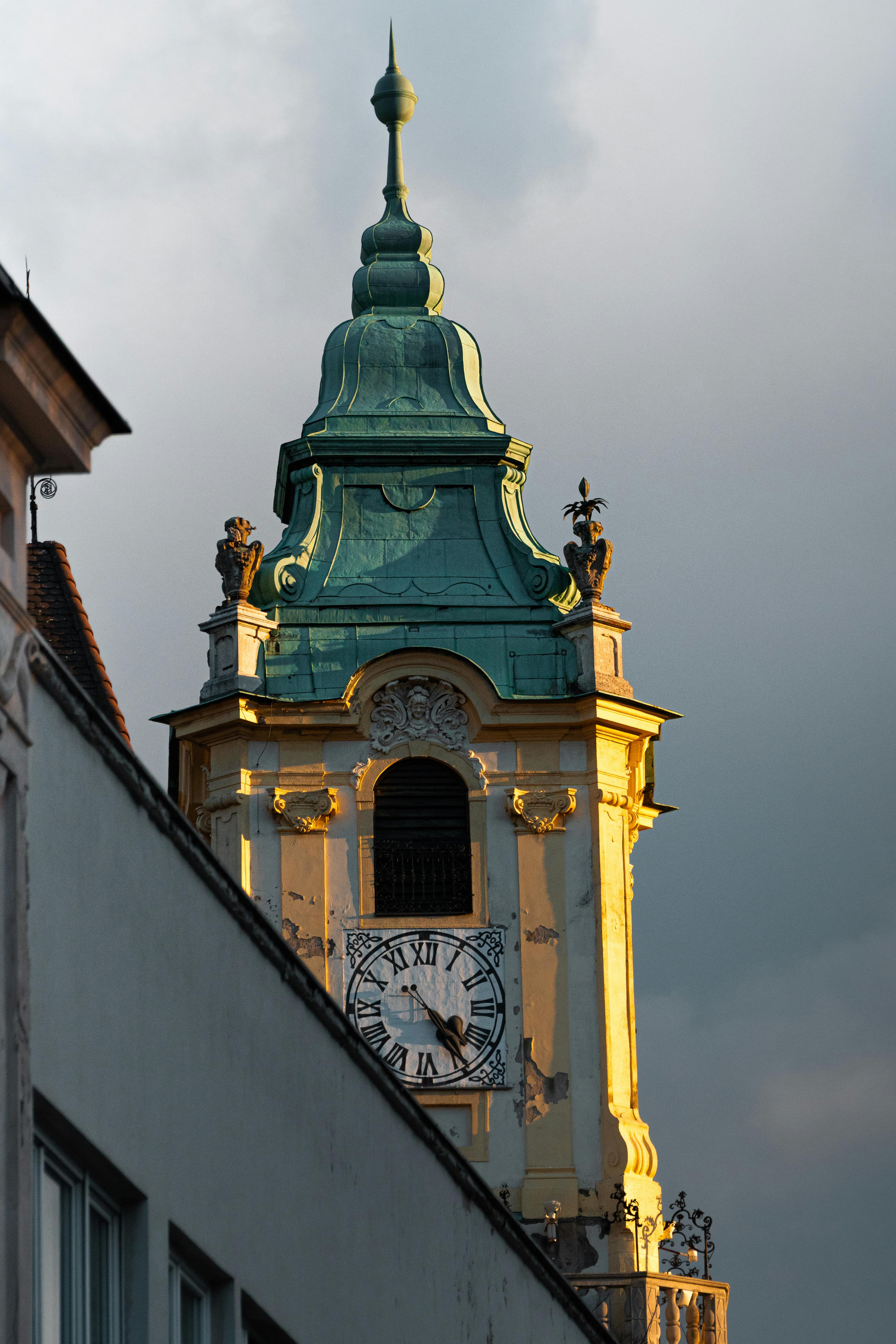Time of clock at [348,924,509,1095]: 4:23
